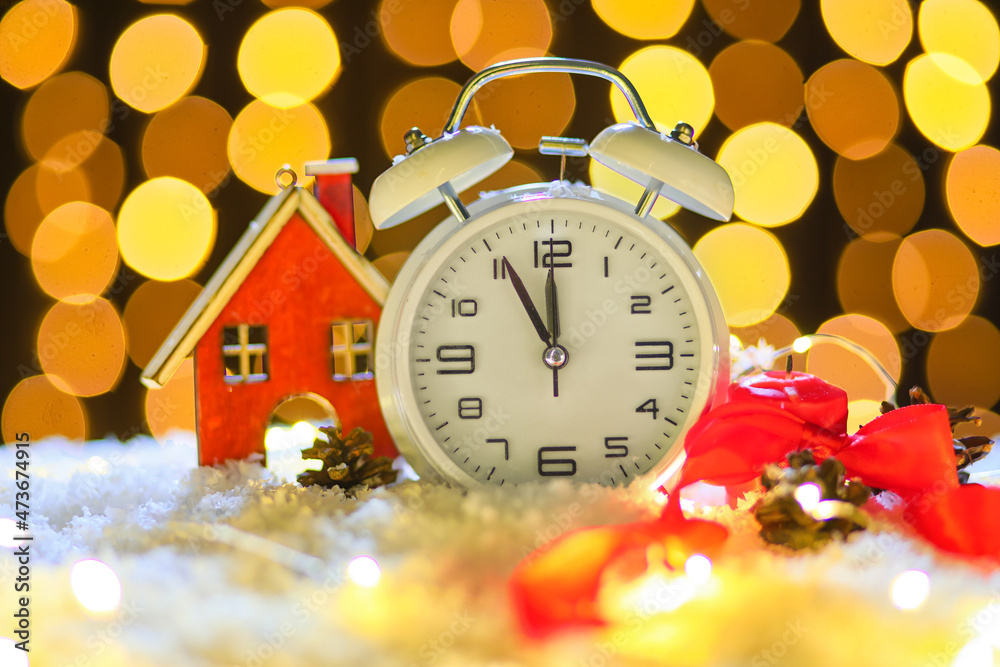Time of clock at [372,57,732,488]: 11:55
